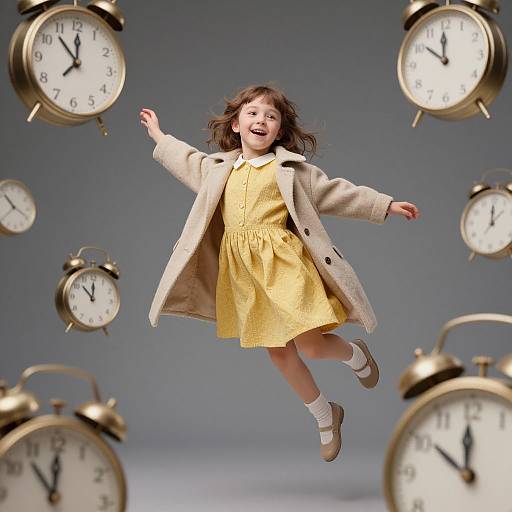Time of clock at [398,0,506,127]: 11:51
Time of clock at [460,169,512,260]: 12:07
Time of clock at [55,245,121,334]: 11:52
